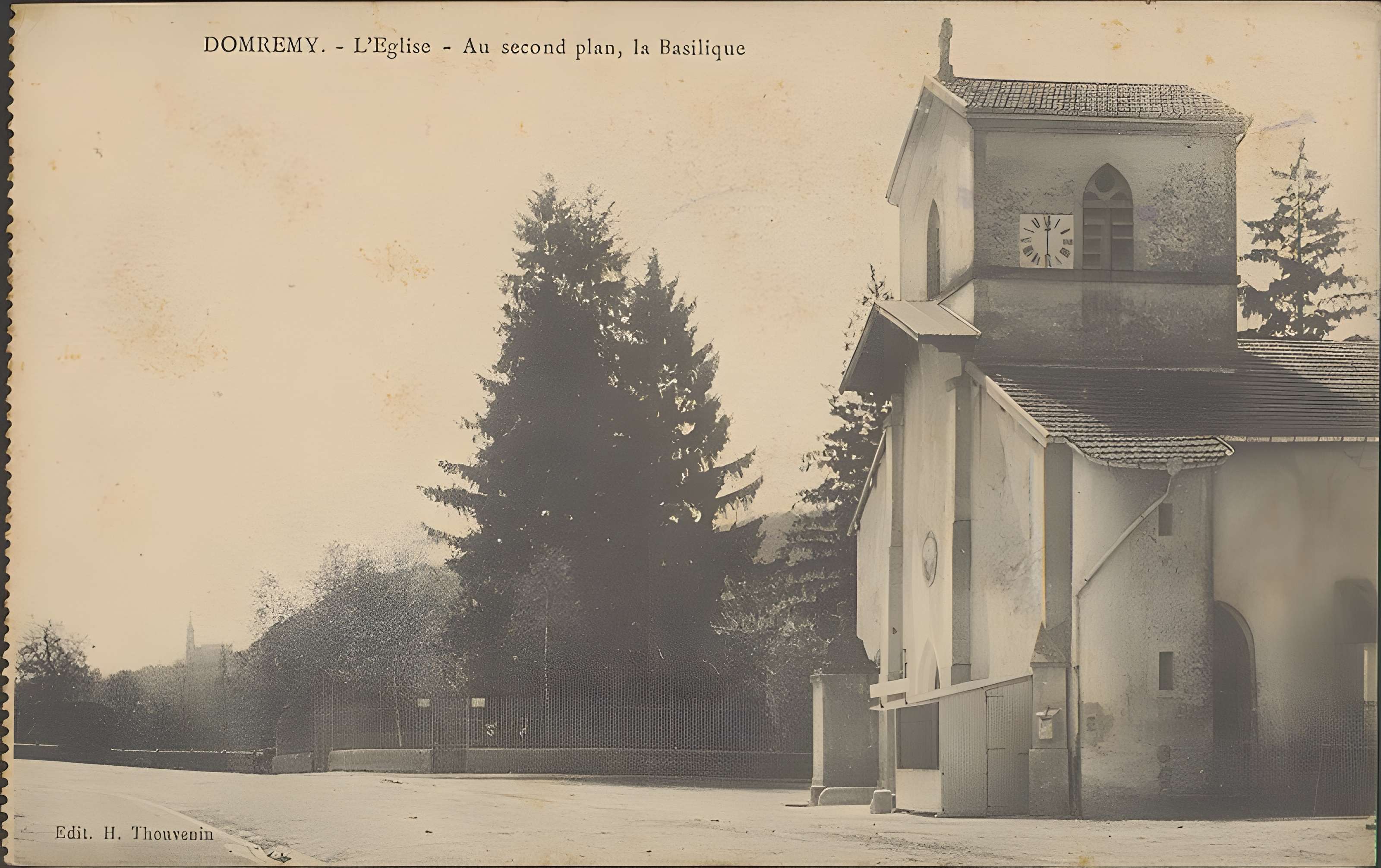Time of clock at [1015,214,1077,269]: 6:00
